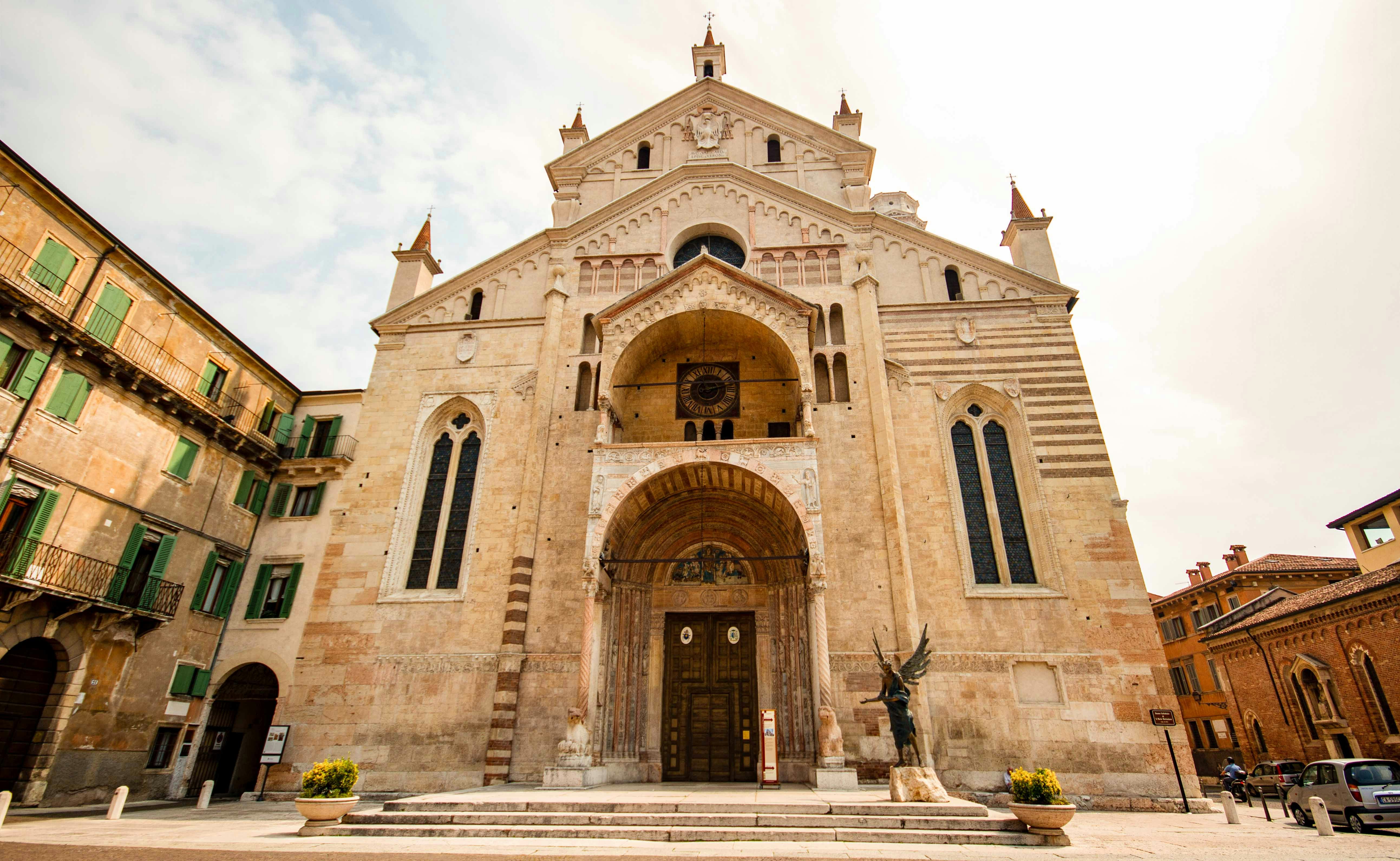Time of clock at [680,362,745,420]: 11:12
